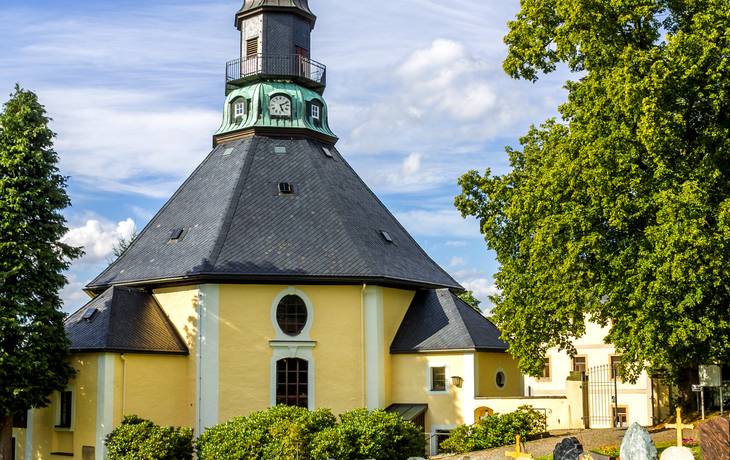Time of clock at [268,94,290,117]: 5:11
